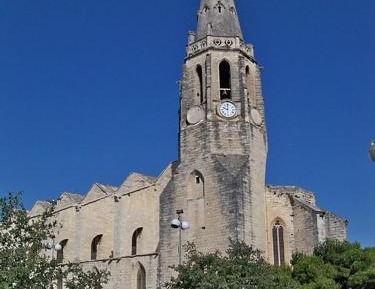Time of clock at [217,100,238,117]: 10:00
